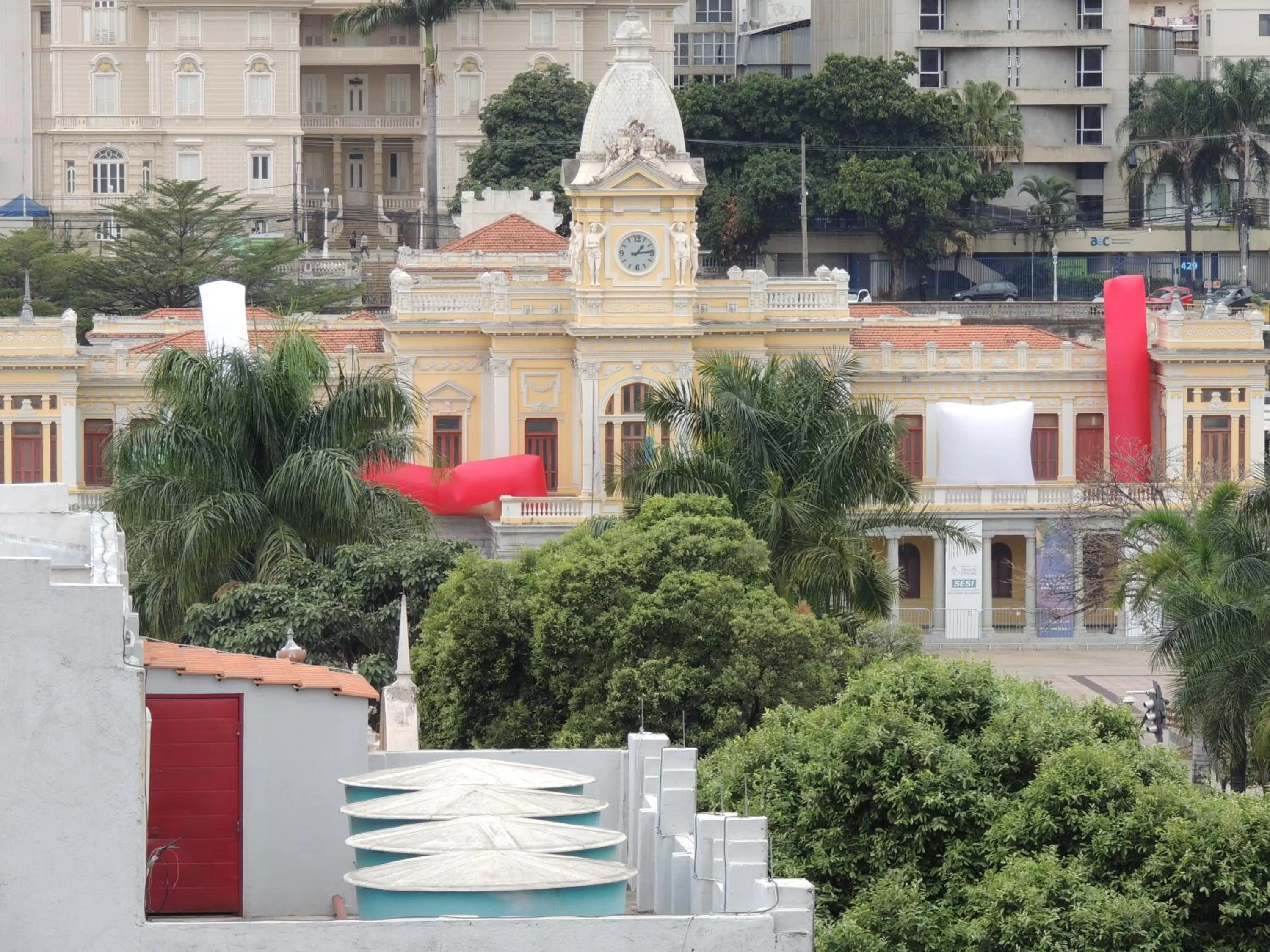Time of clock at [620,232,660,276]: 1:13
